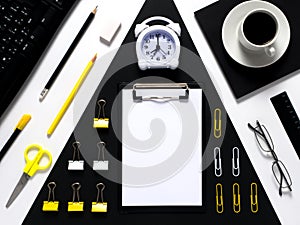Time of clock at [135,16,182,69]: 7:00
